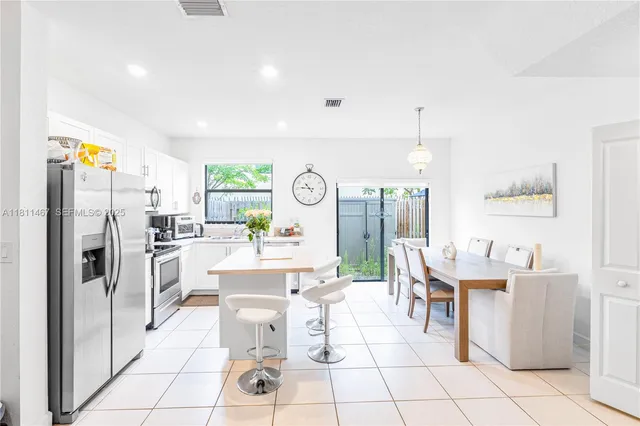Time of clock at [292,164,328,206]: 10:46
